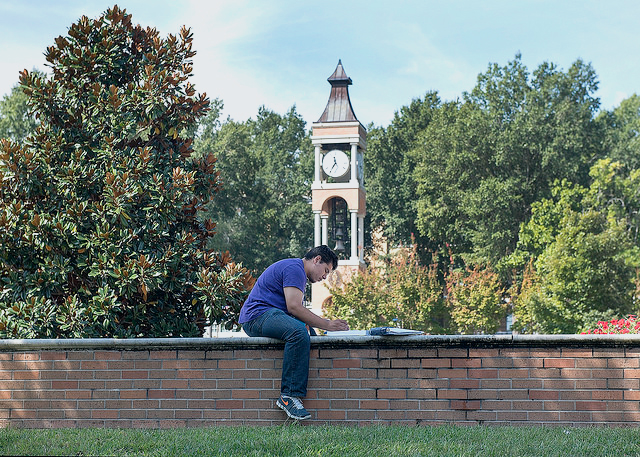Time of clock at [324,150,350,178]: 11:35
